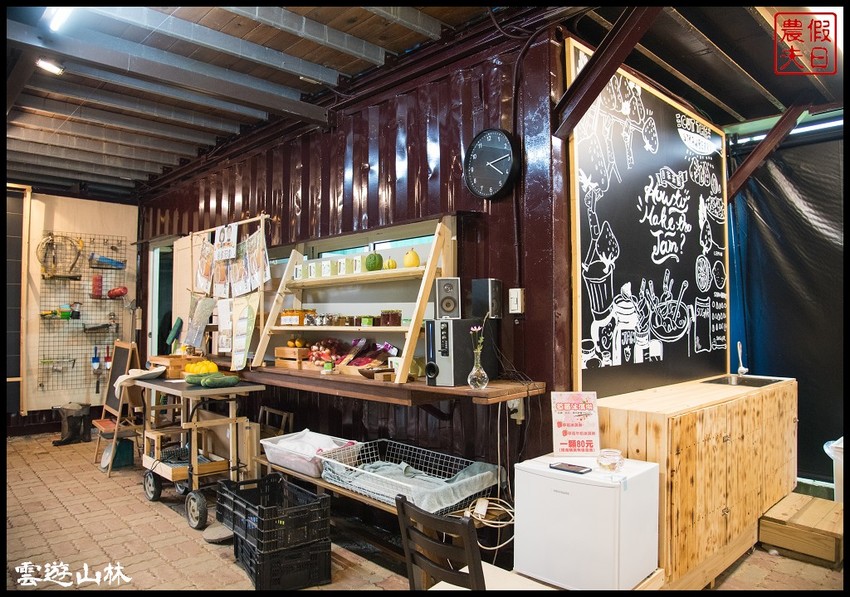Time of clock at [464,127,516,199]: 4:13
